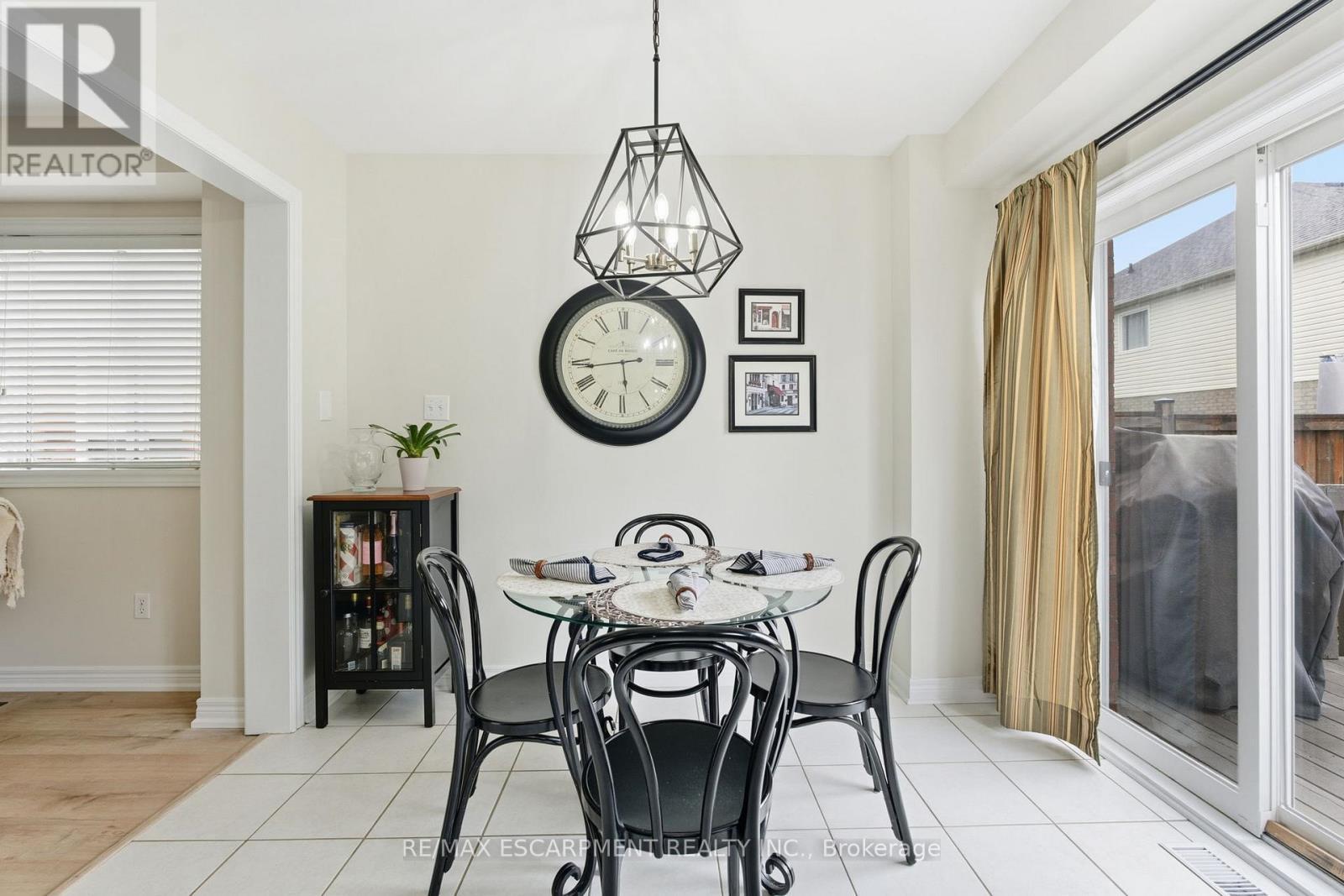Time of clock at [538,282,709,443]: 5:43
